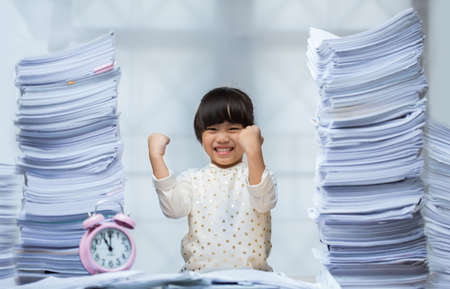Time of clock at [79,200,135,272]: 11:00
